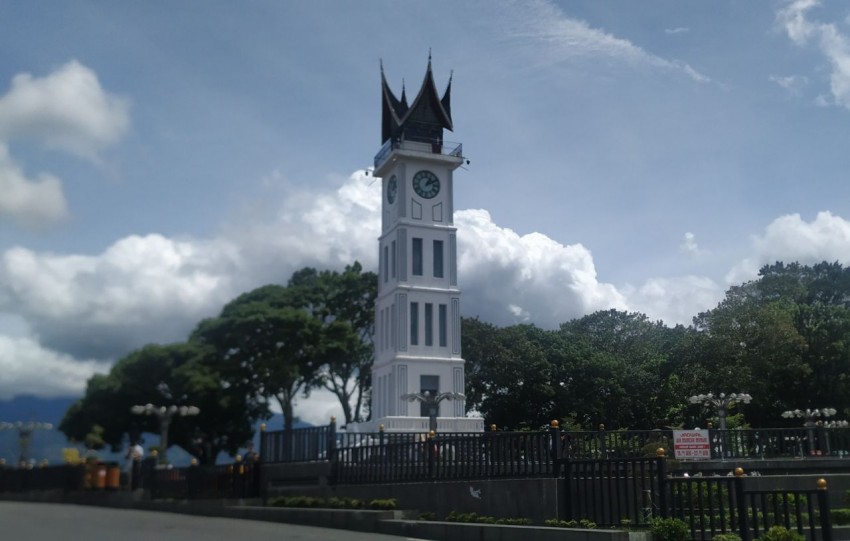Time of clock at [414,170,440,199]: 1:10
